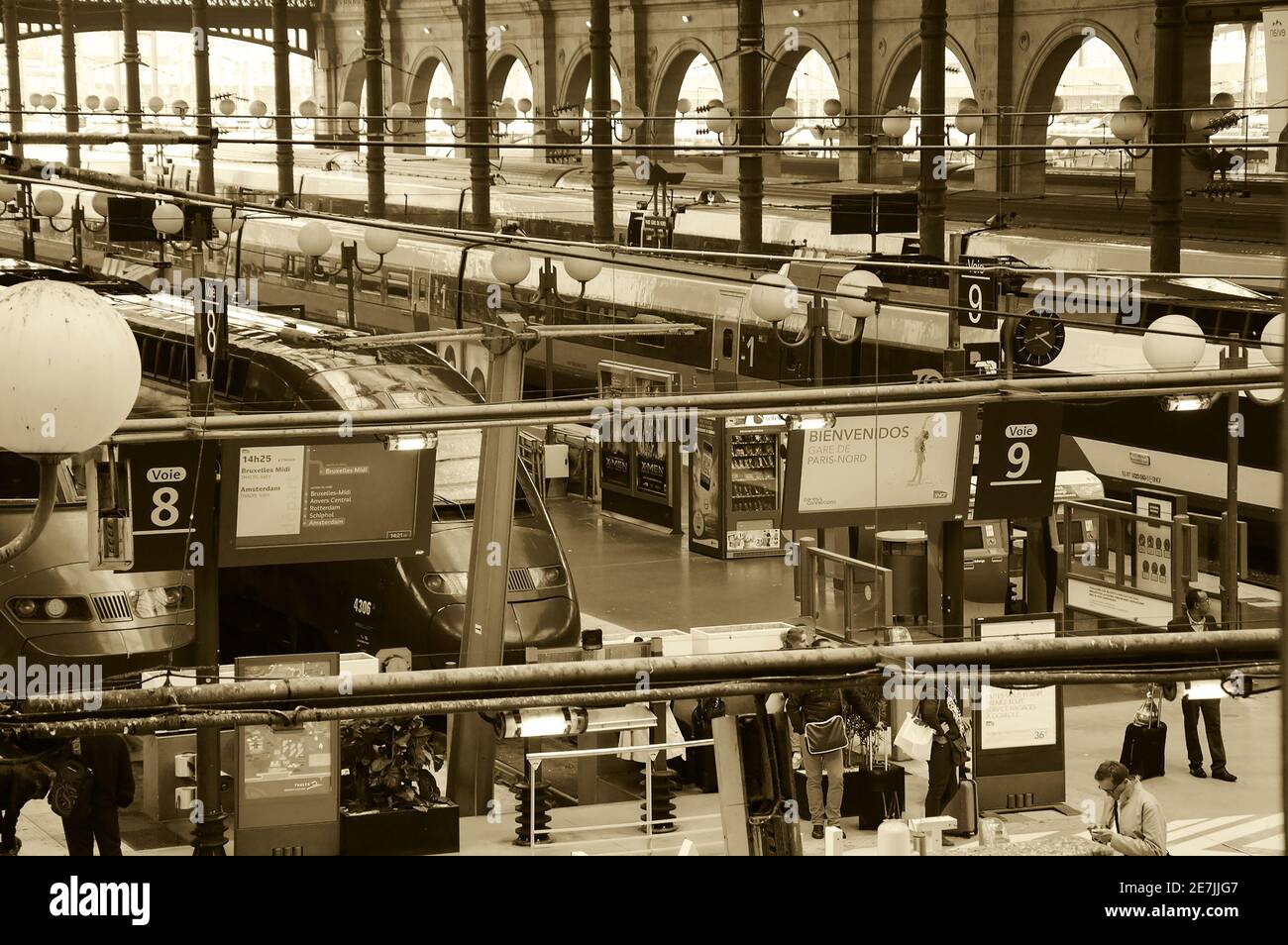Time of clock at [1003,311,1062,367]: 2:21
